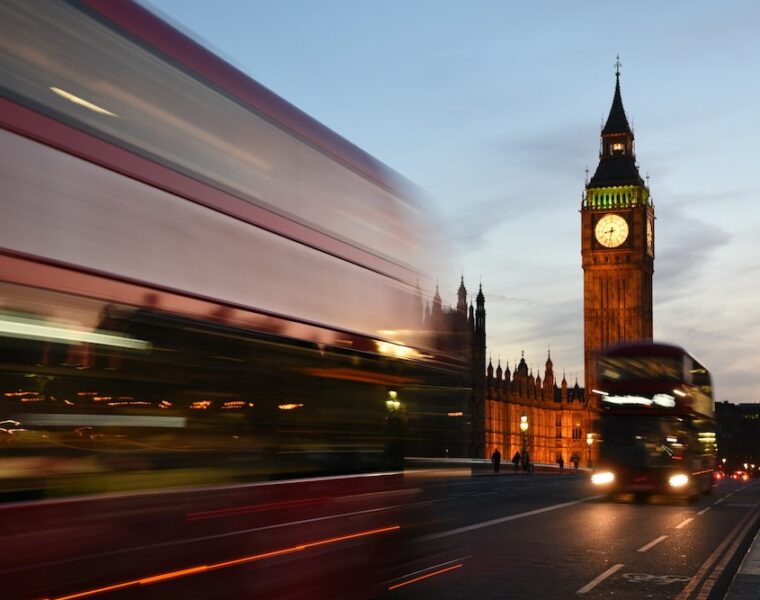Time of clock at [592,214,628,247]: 8:32
